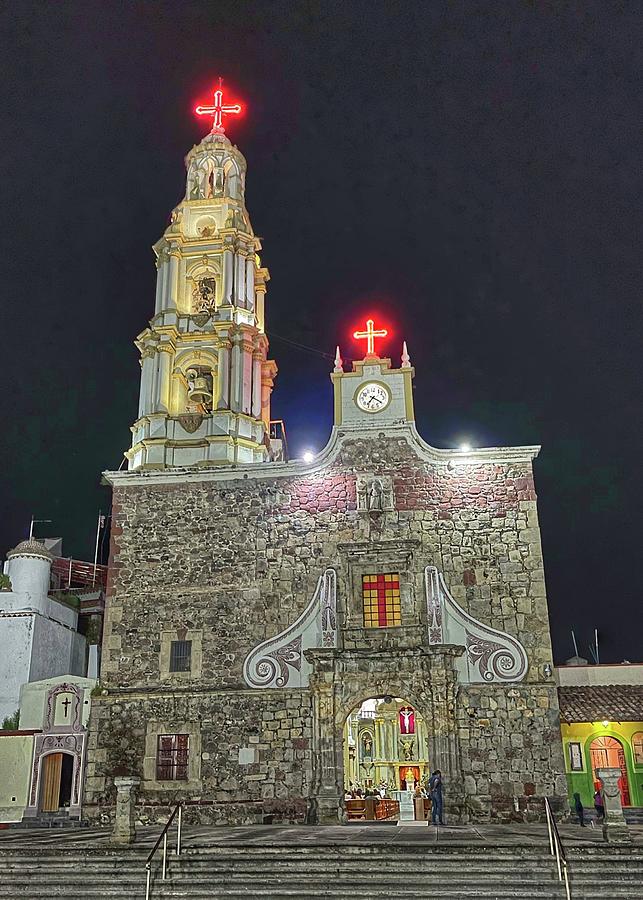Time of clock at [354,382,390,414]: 7:20
